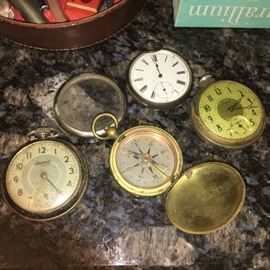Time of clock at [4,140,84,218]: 12:24
